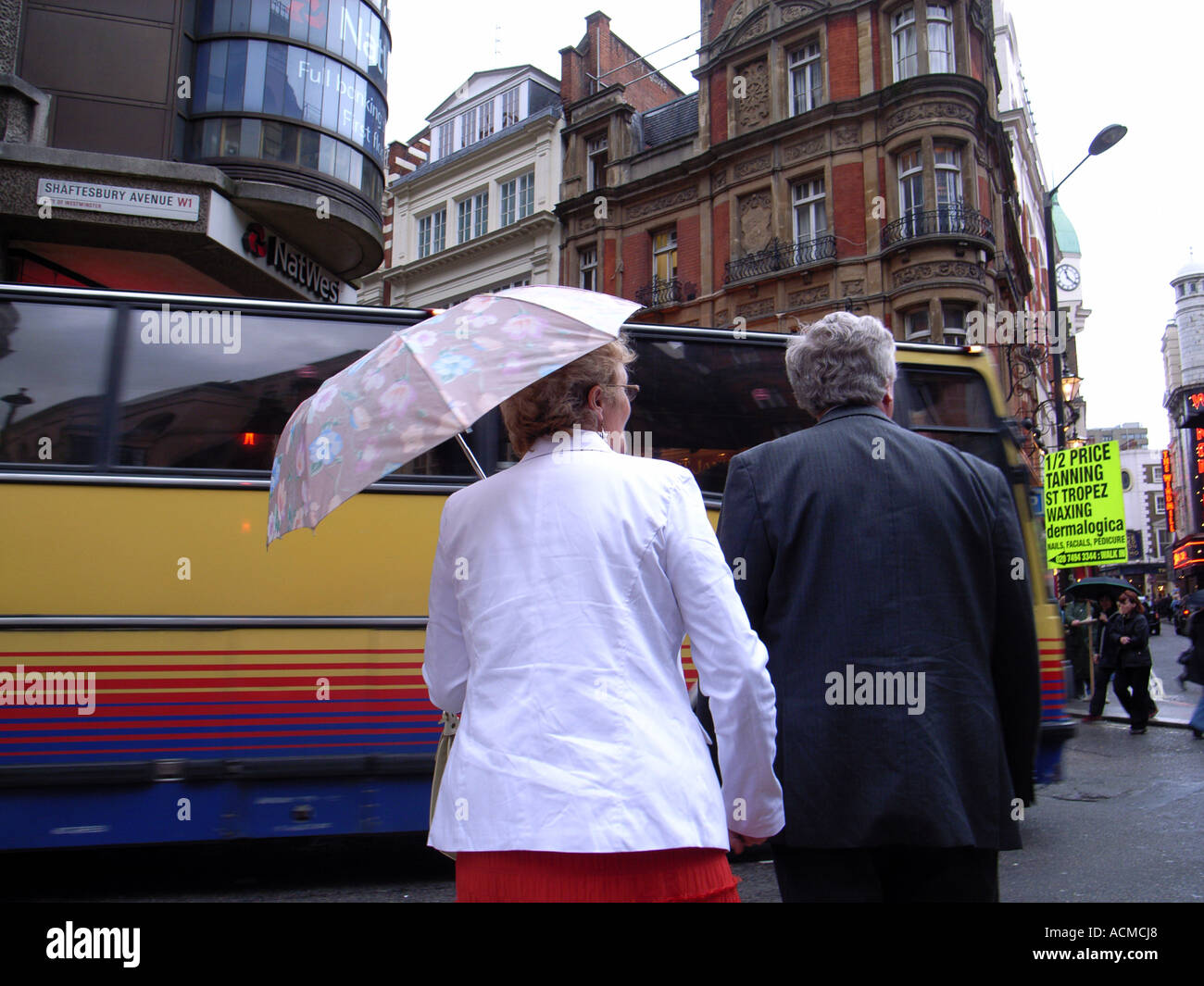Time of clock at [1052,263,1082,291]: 11:21
